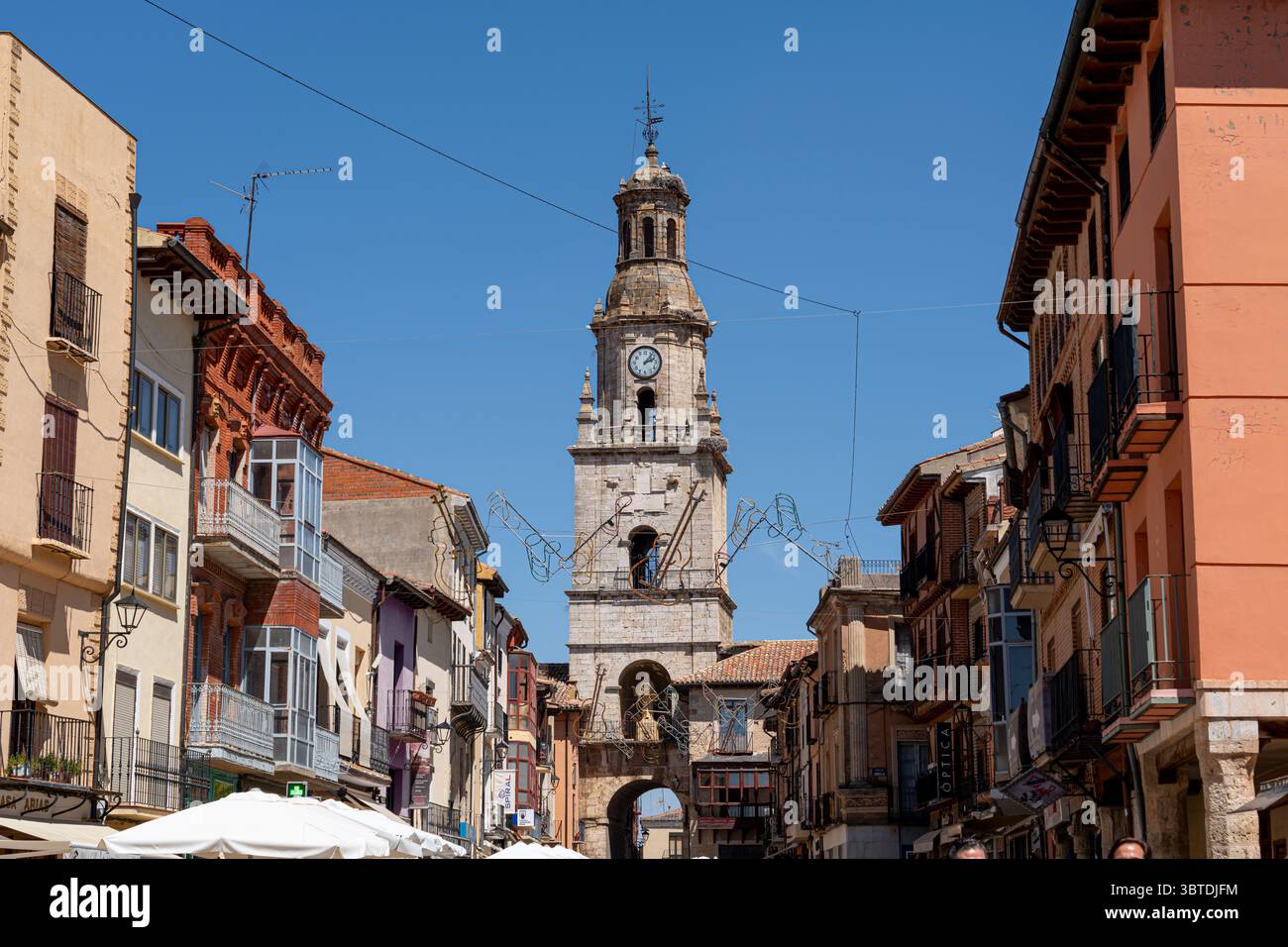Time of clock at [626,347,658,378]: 2:06
